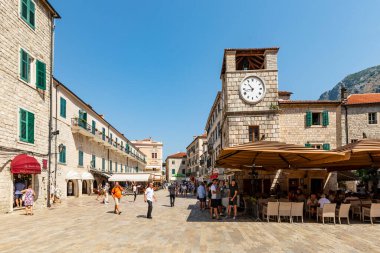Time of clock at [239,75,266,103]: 10:42
